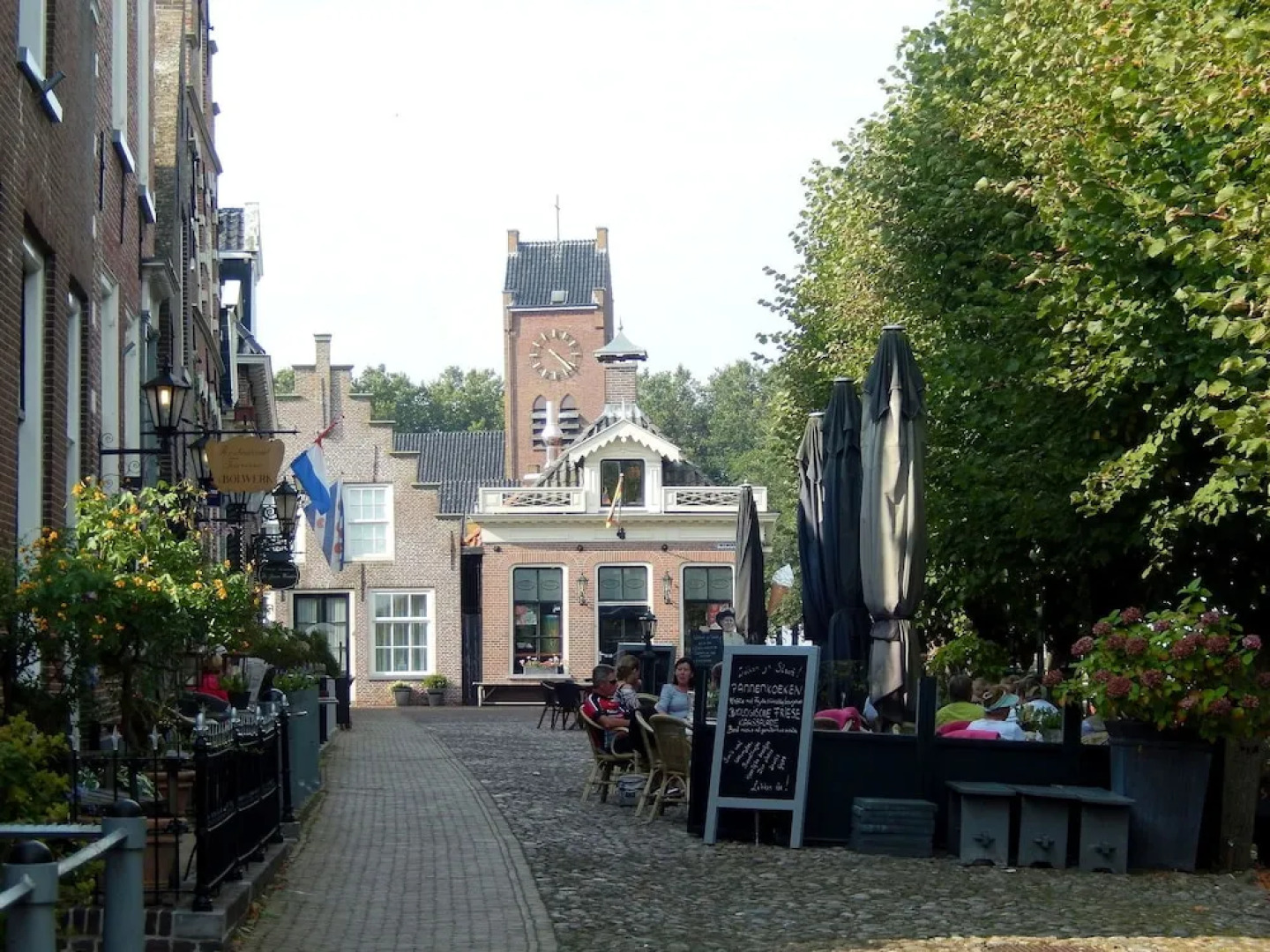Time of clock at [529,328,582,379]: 4:21
